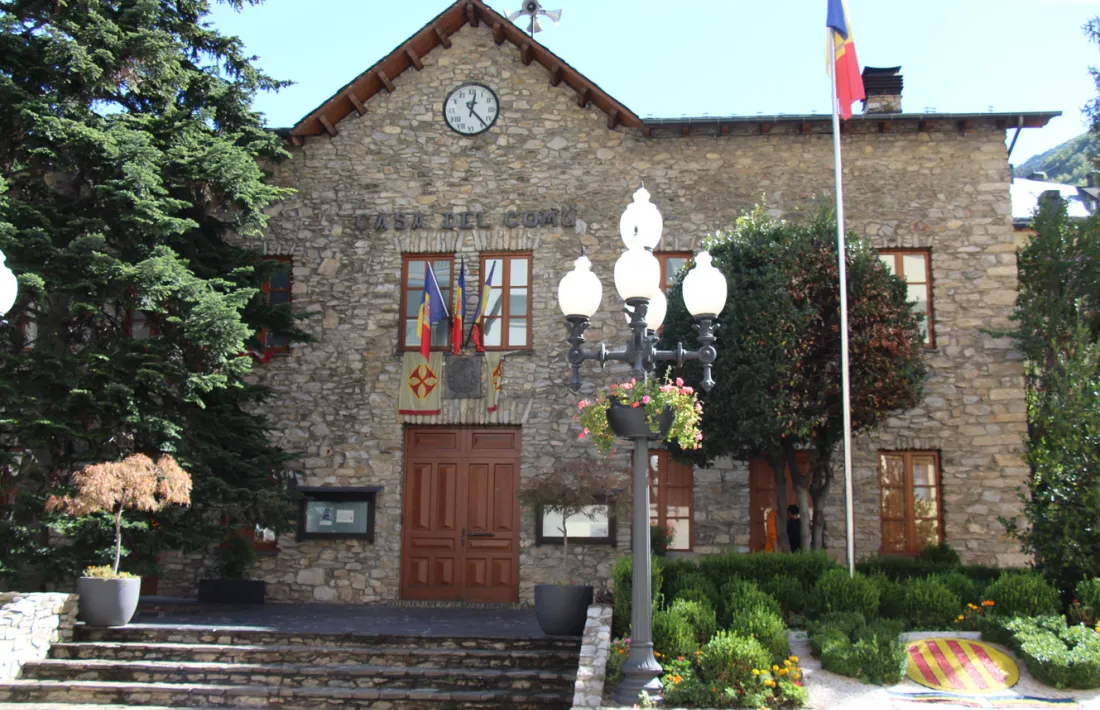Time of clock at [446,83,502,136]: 12:23
